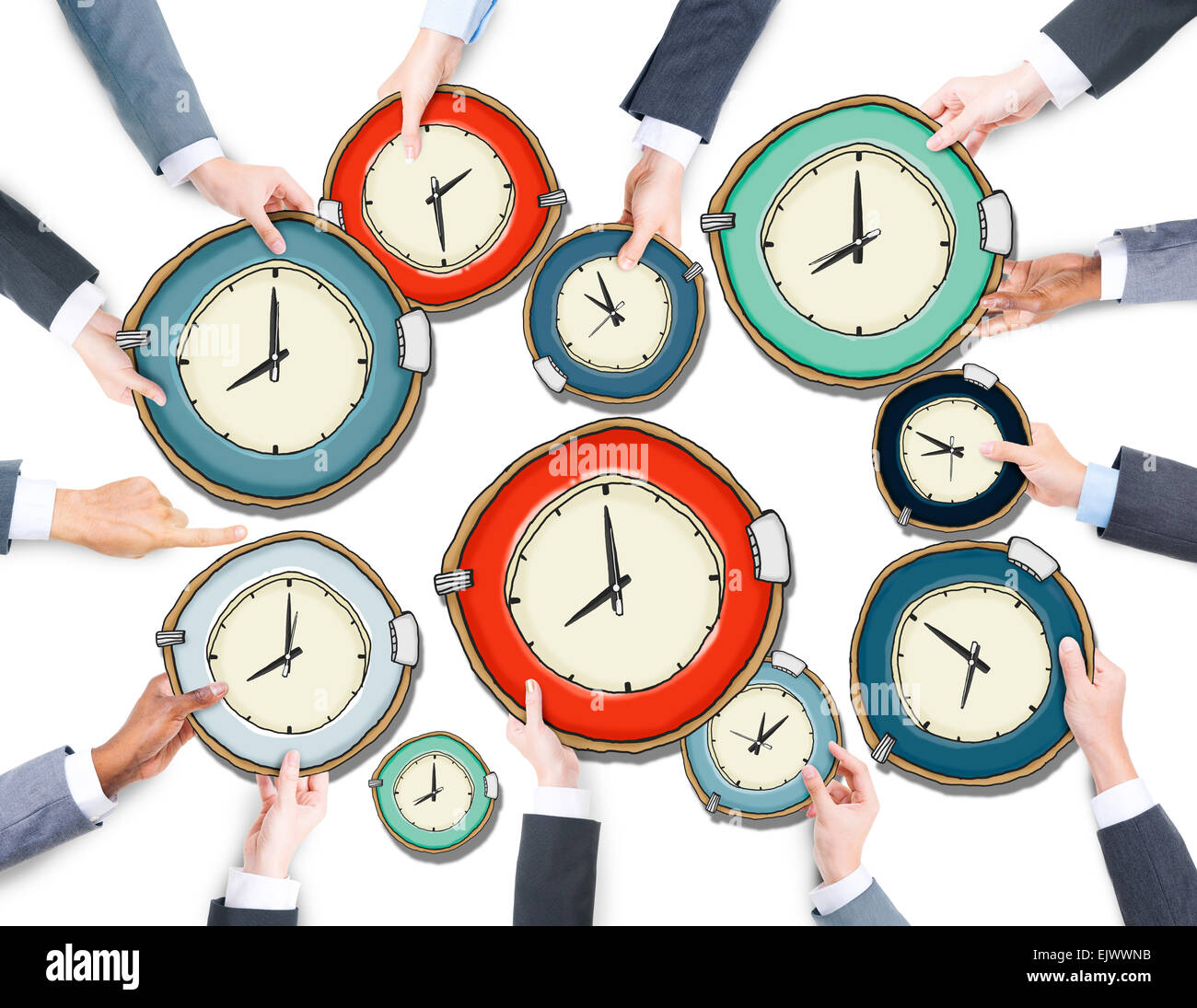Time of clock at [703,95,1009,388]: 7:59
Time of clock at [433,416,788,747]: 7:59
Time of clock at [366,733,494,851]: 7:59
